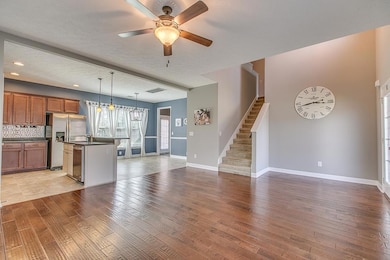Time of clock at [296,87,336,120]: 2:42
